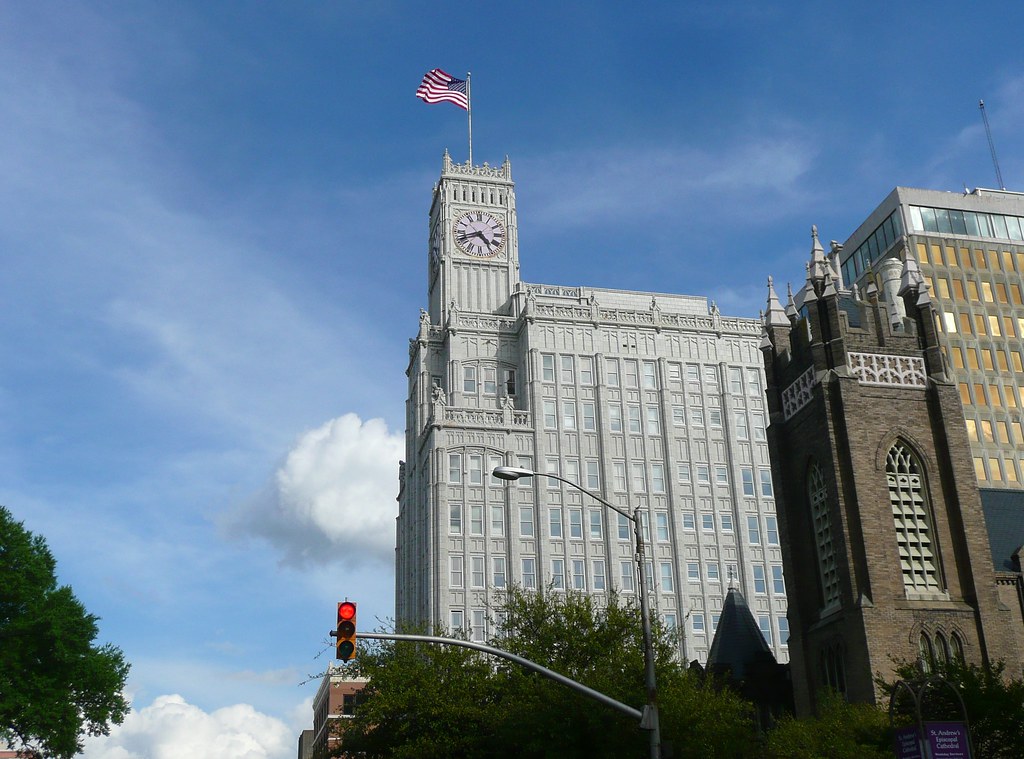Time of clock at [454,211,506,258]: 4:42
